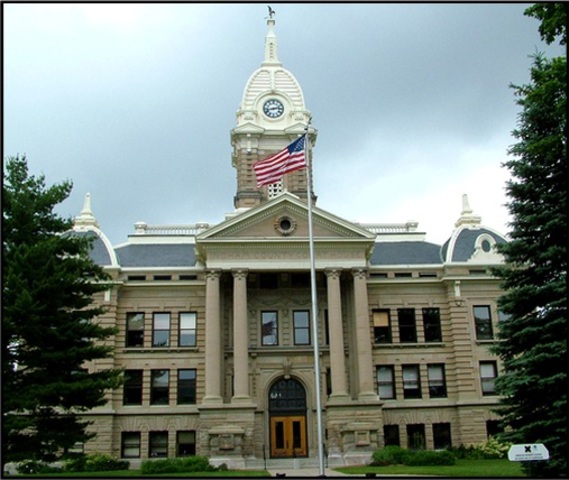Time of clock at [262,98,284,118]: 2:42
